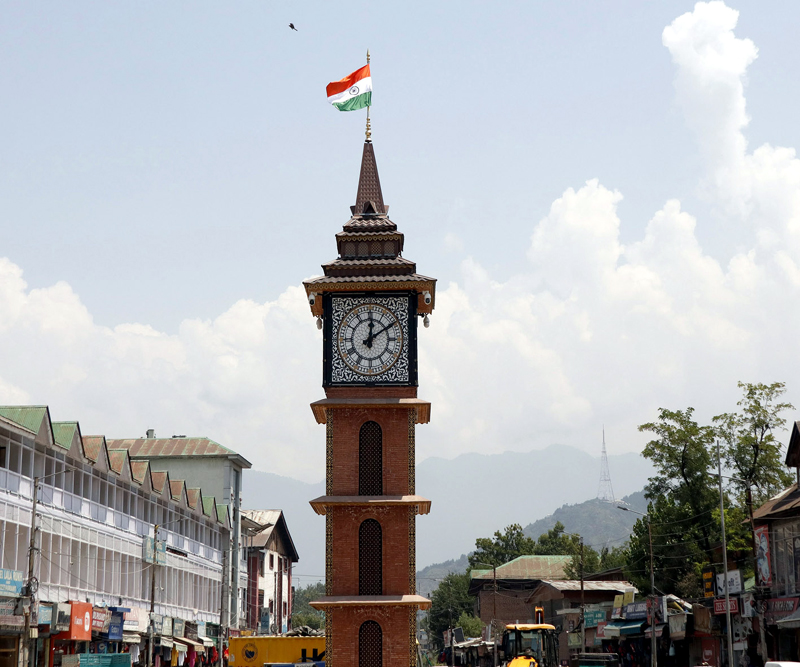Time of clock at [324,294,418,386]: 12:09
